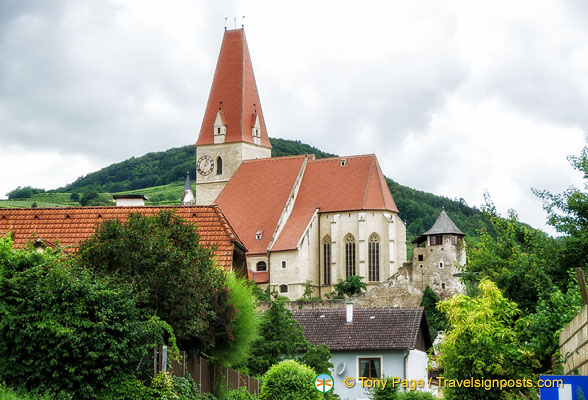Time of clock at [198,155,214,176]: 12:33
